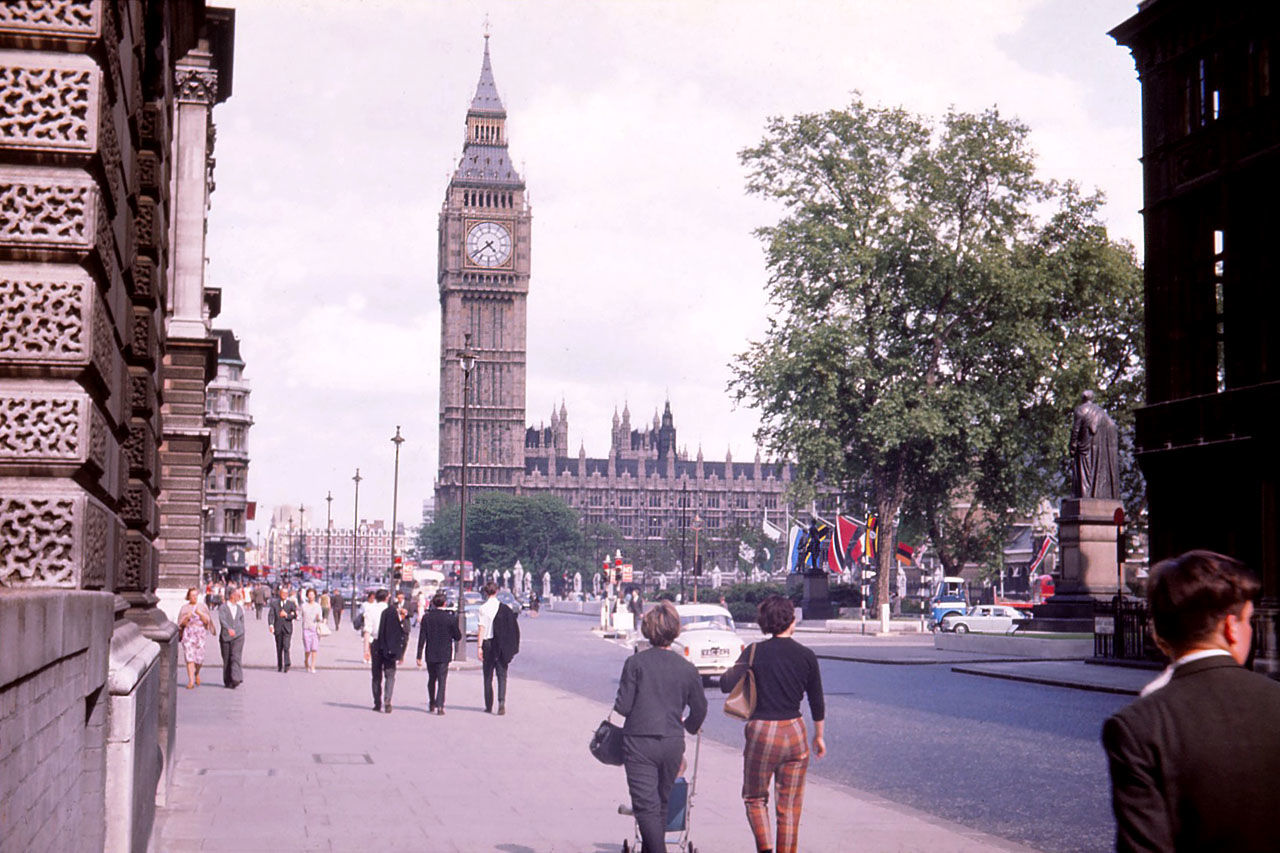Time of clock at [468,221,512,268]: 4:38
